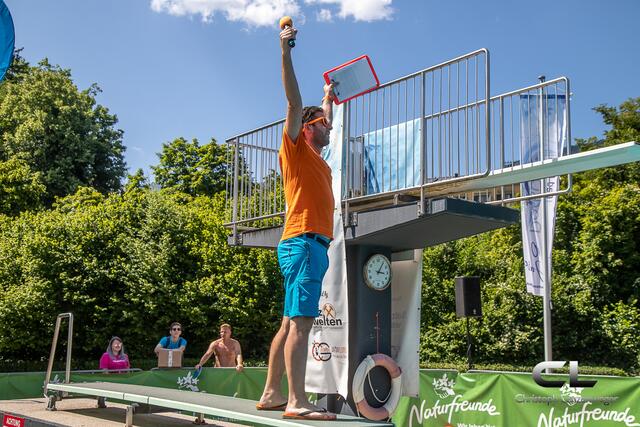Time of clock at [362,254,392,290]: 3:05
